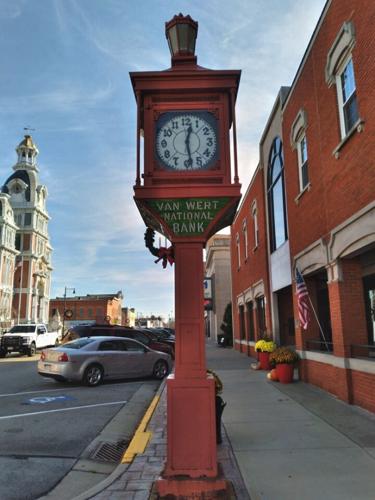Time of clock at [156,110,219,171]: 12:28
